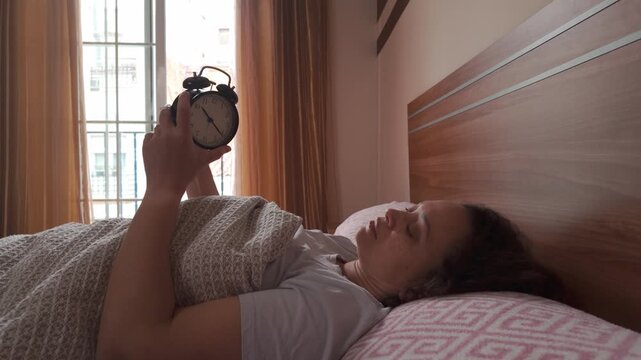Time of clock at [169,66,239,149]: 10:22
